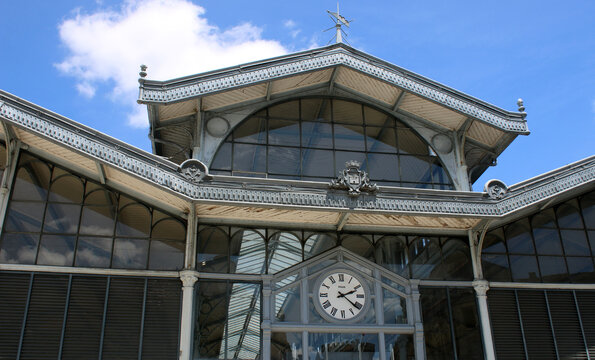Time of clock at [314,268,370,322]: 2:21
